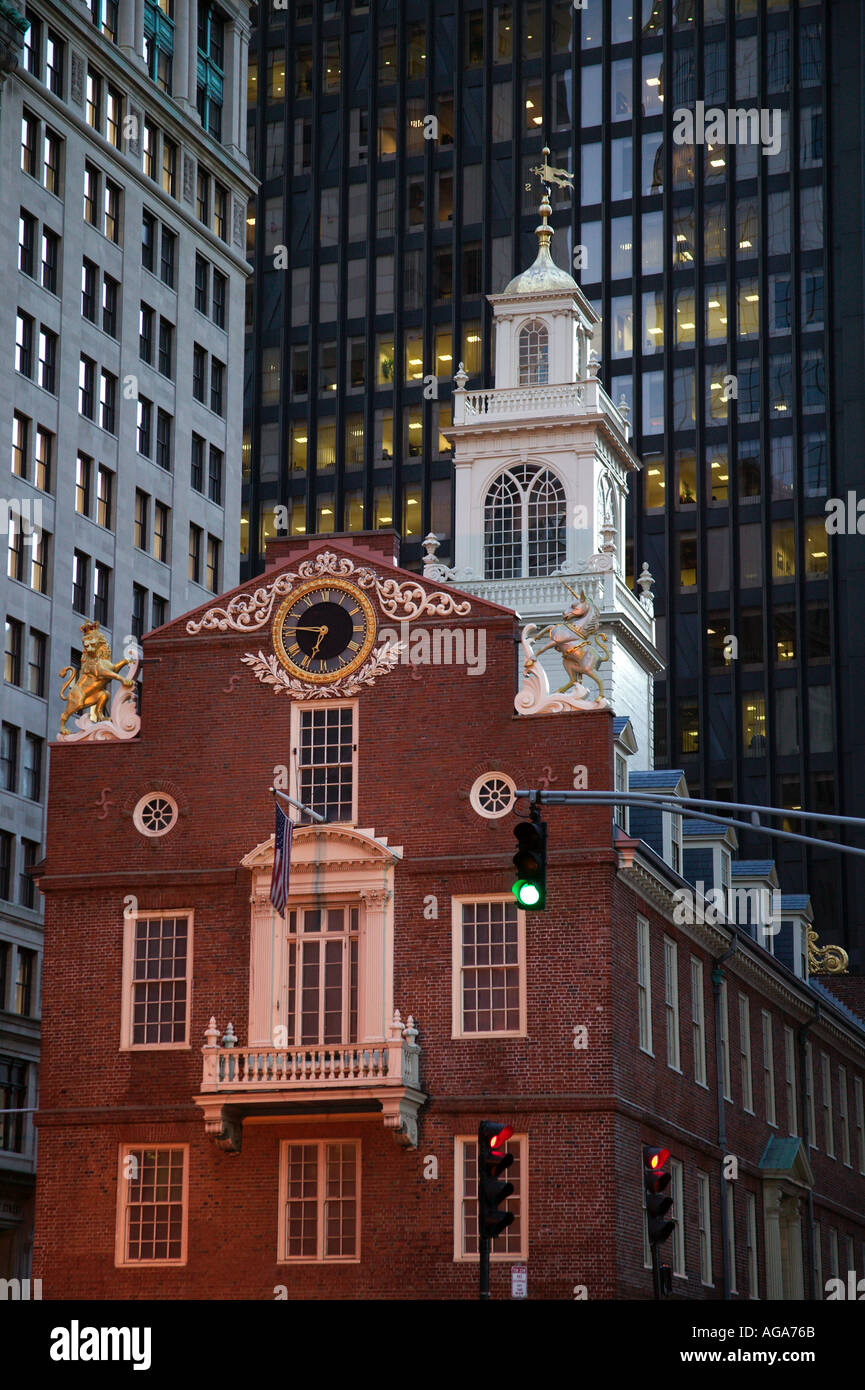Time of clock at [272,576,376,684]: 6:46
